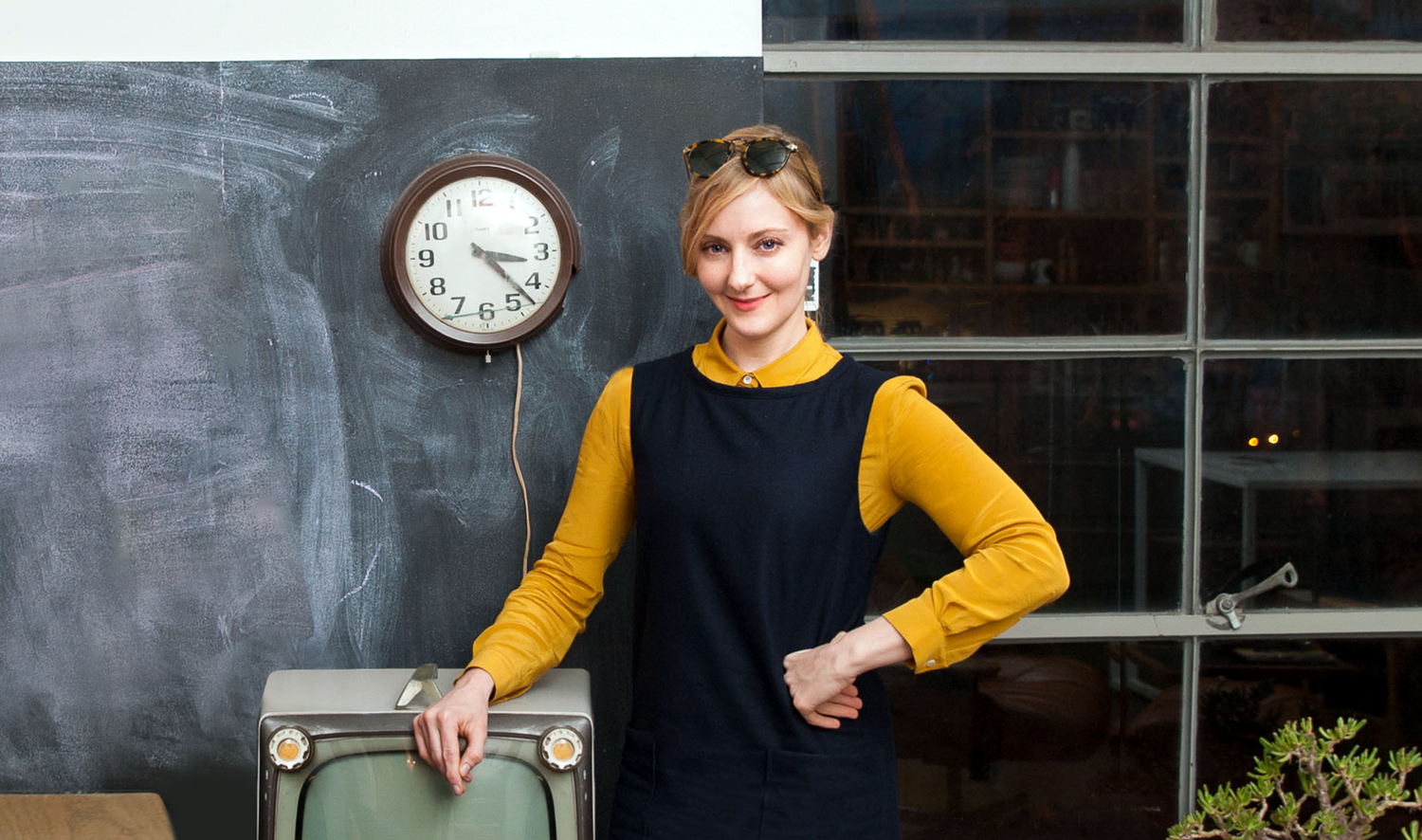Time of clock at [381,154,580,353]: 3:22
